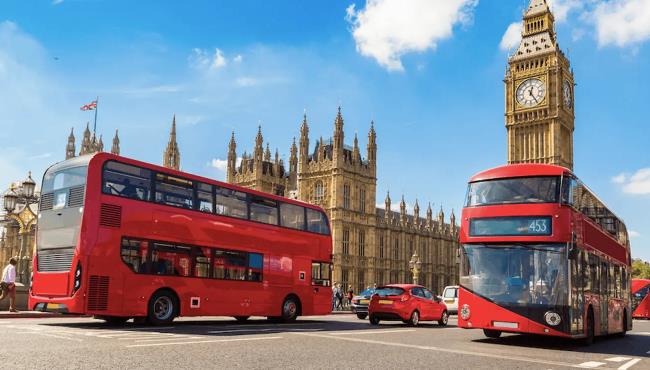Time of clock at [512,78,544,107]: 12:24
